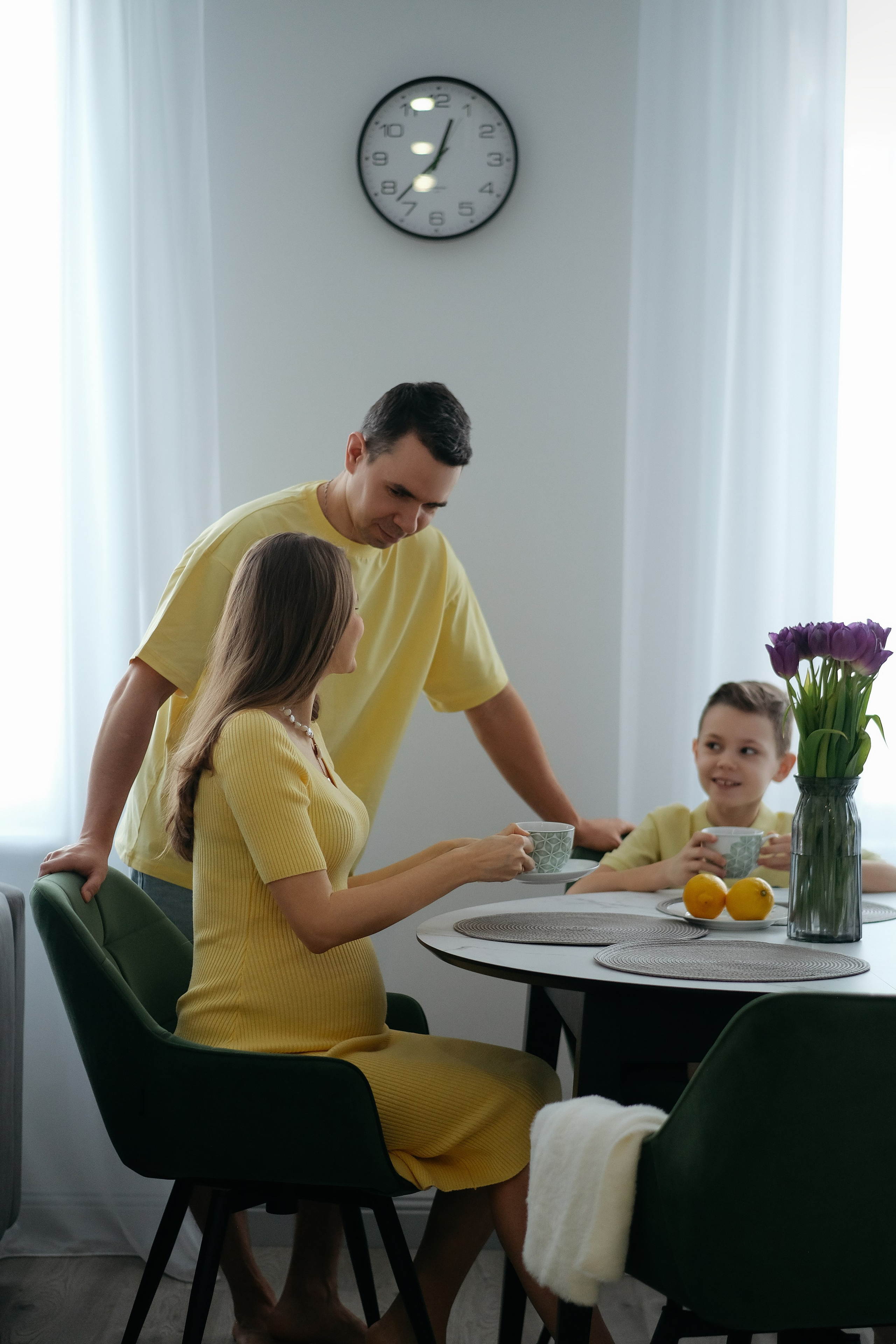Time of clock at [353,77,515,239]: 12:37
